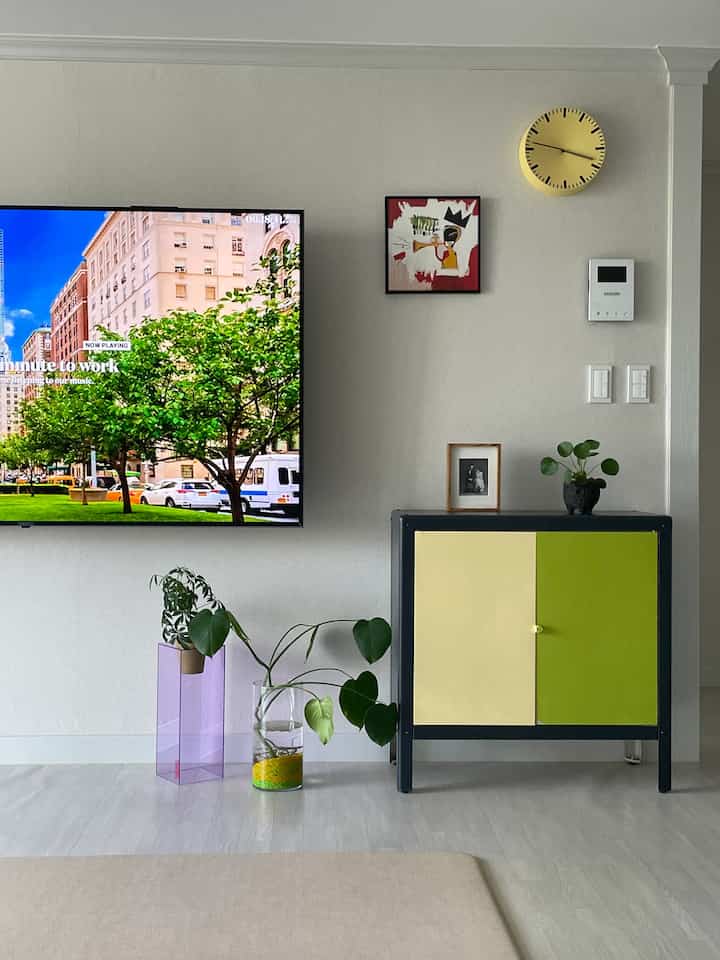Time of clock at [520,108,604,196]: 3:47
